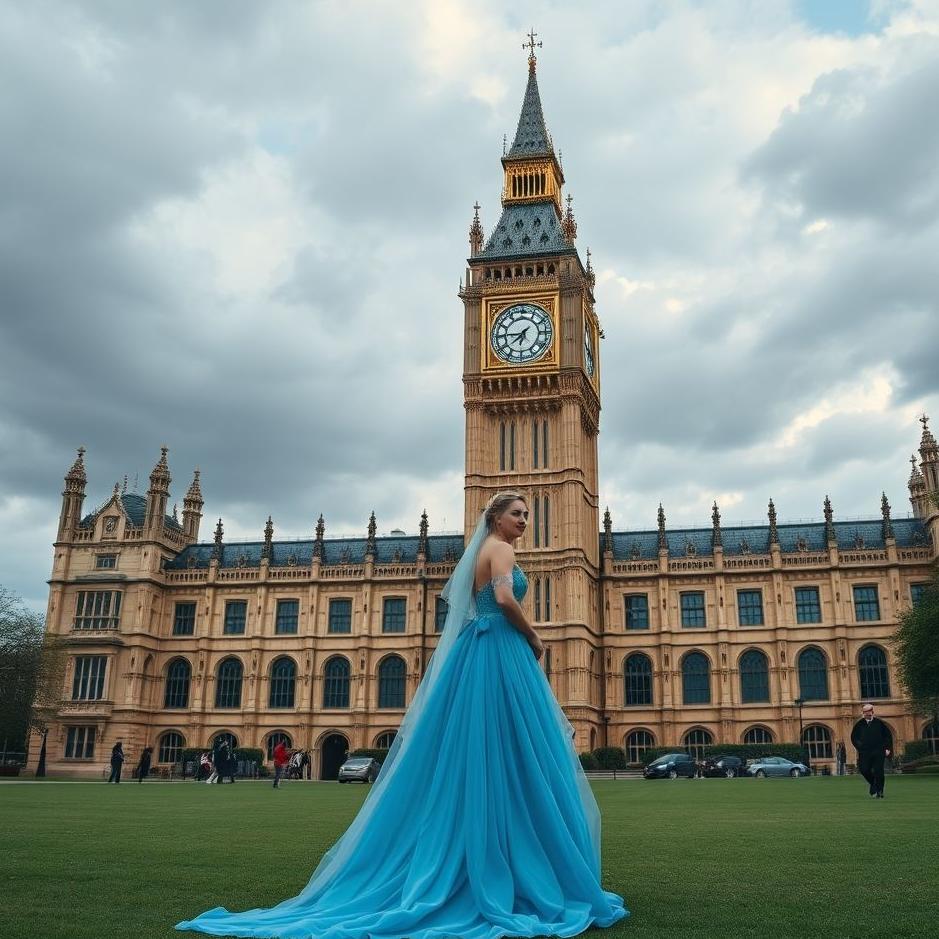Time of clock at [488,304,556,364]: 7:45
